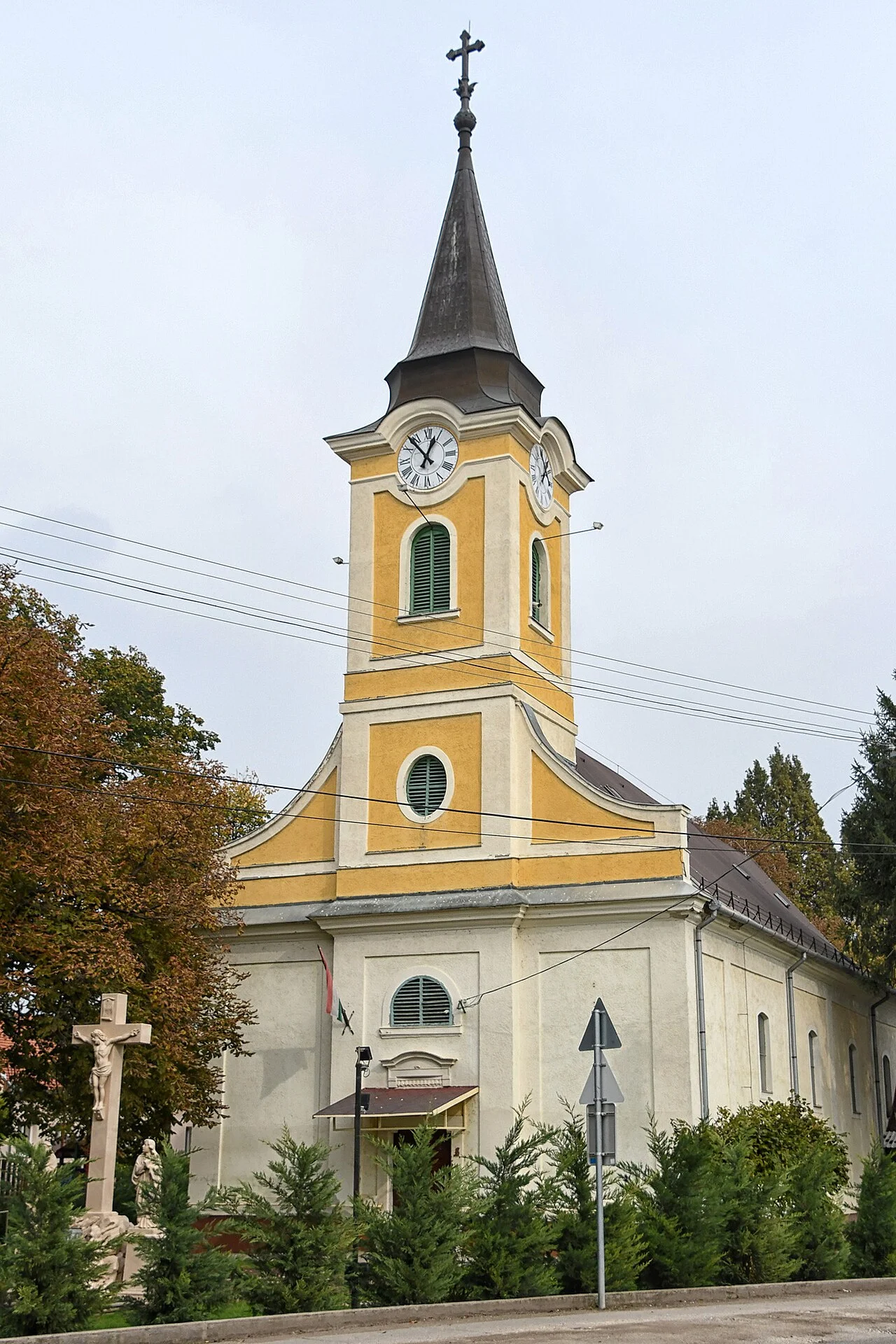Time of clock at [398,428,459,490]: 12:53
